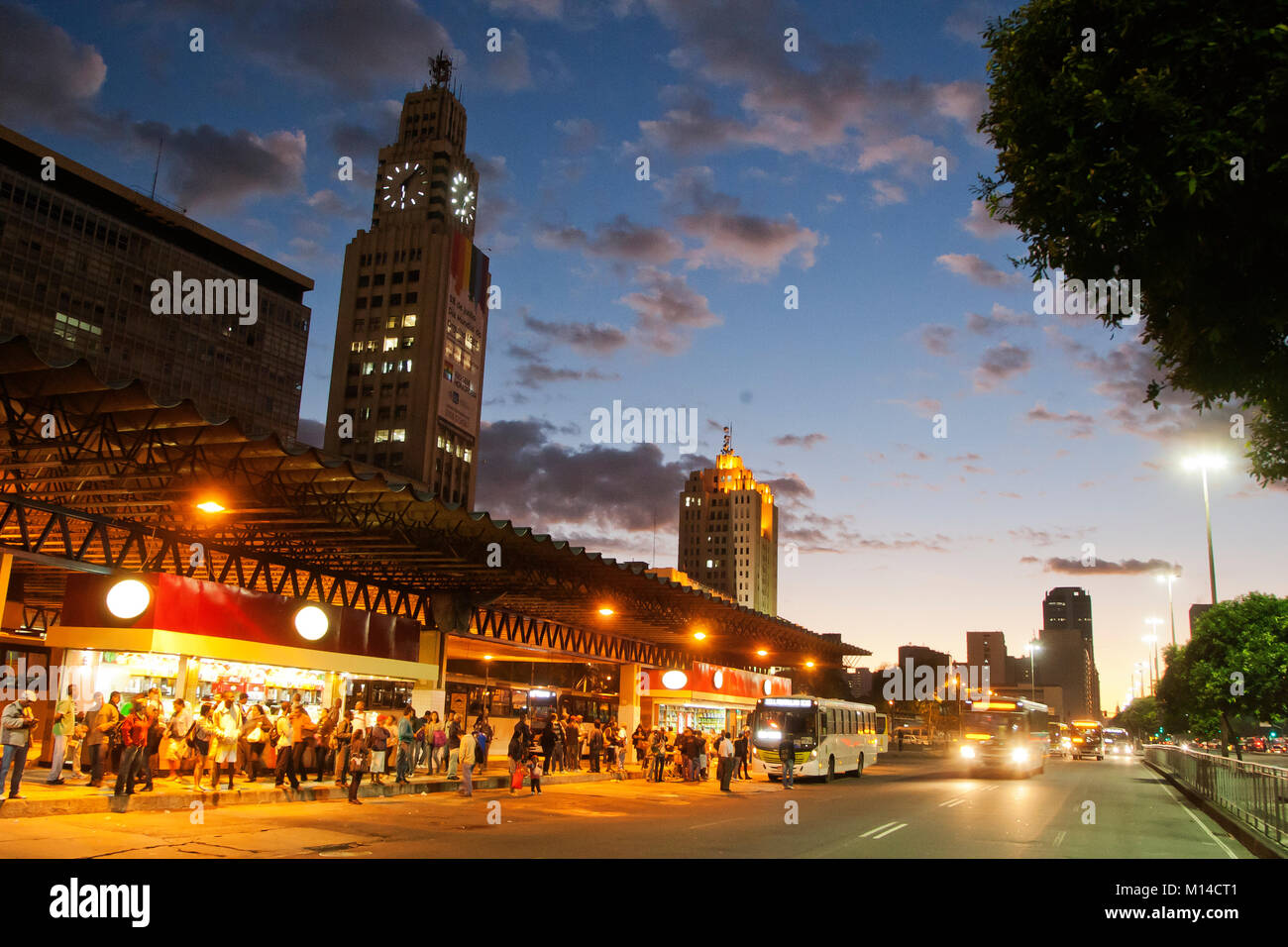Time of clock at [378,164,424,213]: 6:07
